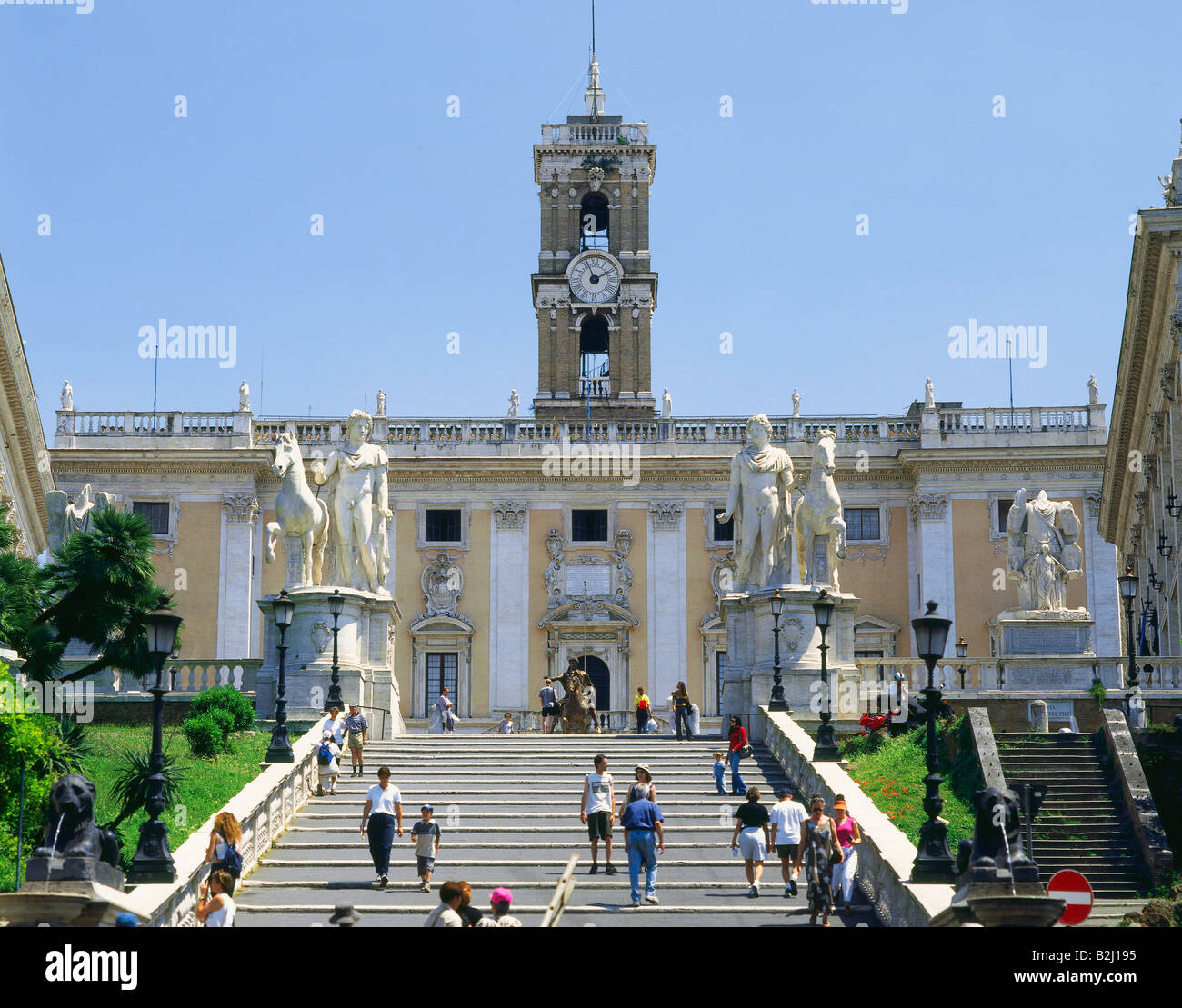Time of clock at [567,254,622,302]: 1:56
